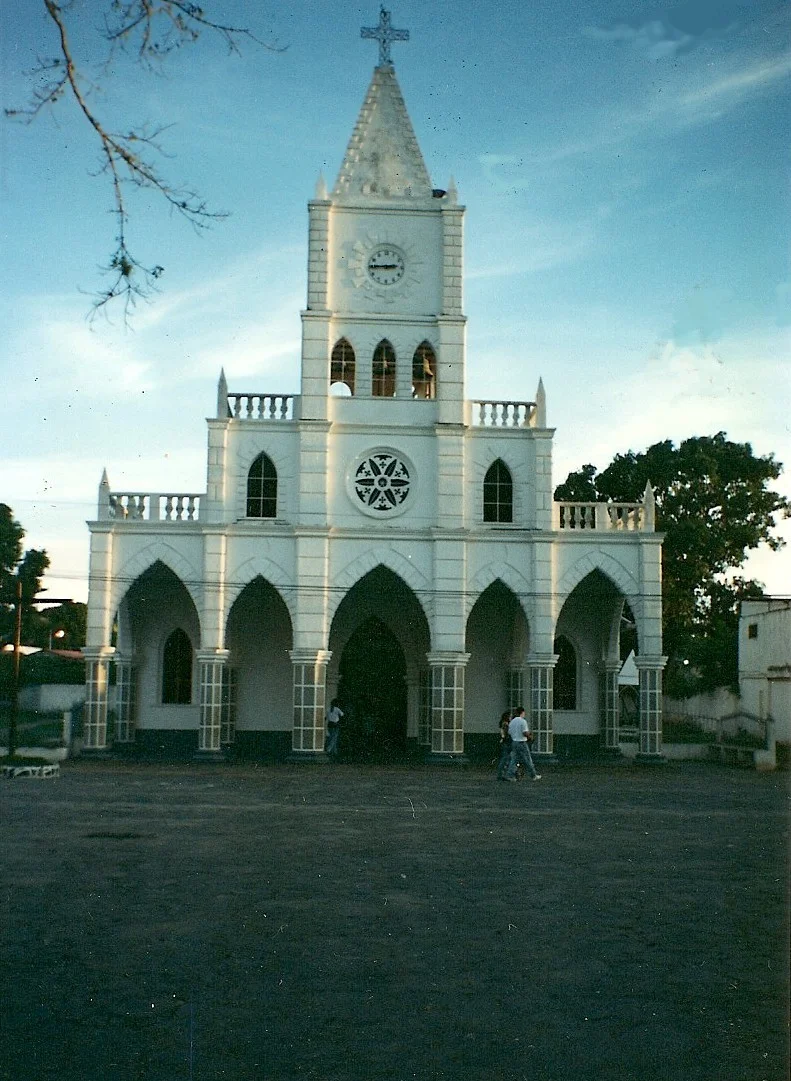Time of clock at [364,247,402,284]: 2:45
